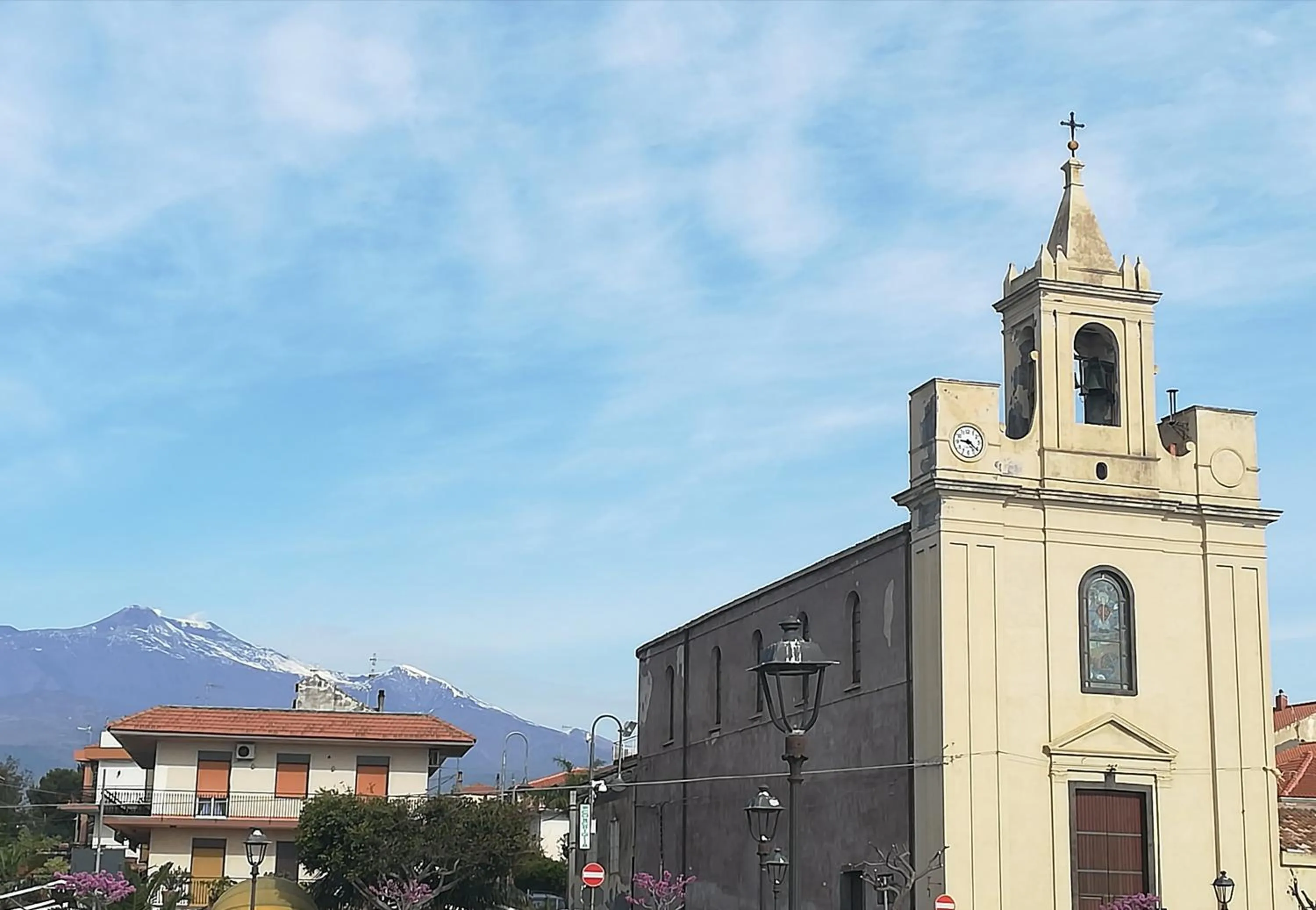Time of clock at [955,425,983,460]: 9:21
